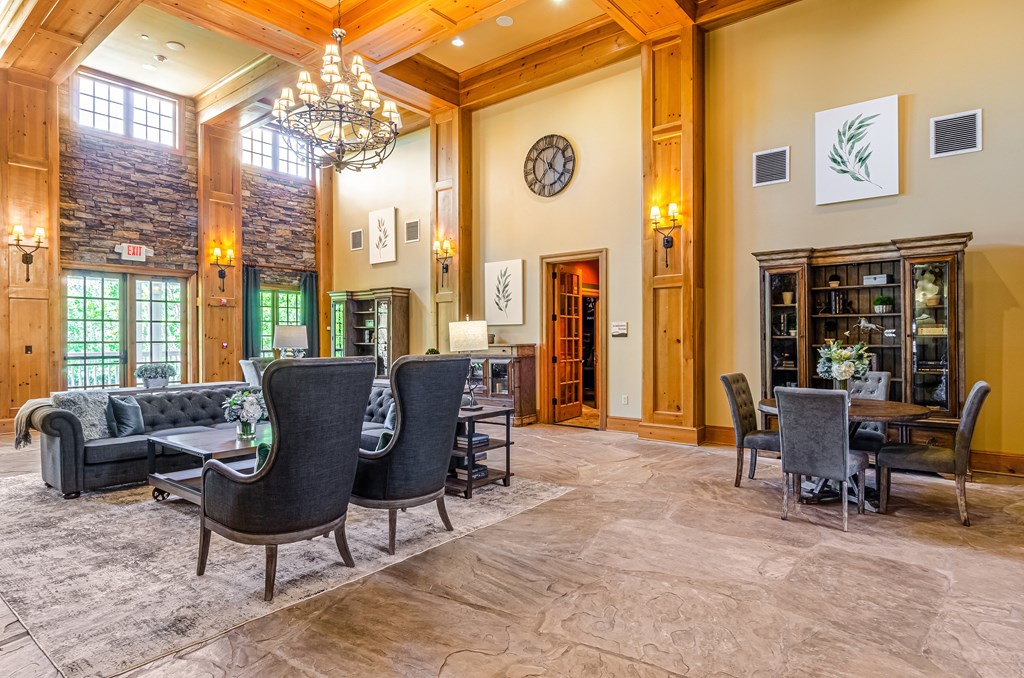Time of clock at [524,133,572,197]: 1:22
